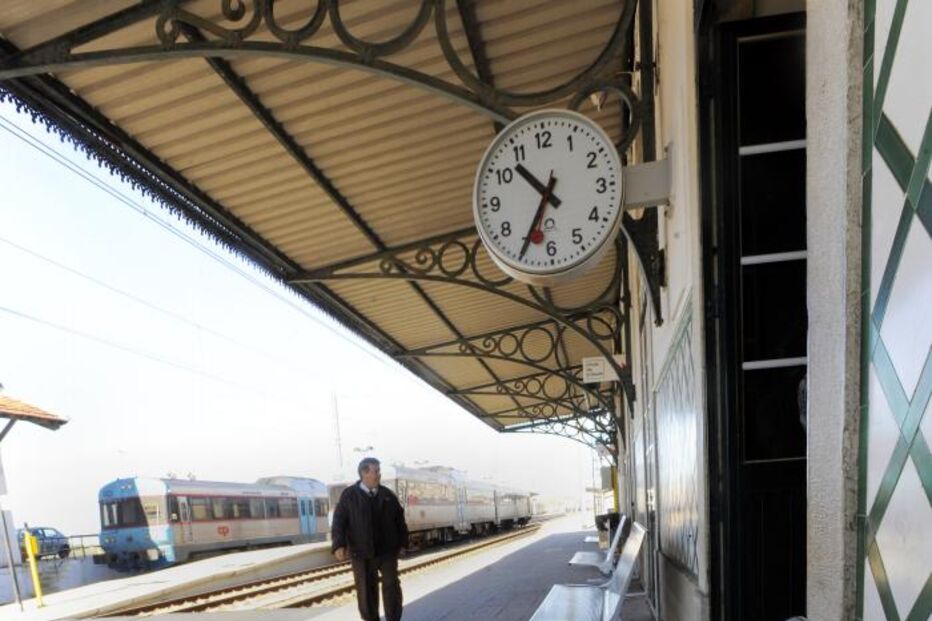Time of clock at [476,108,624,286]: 10:34
